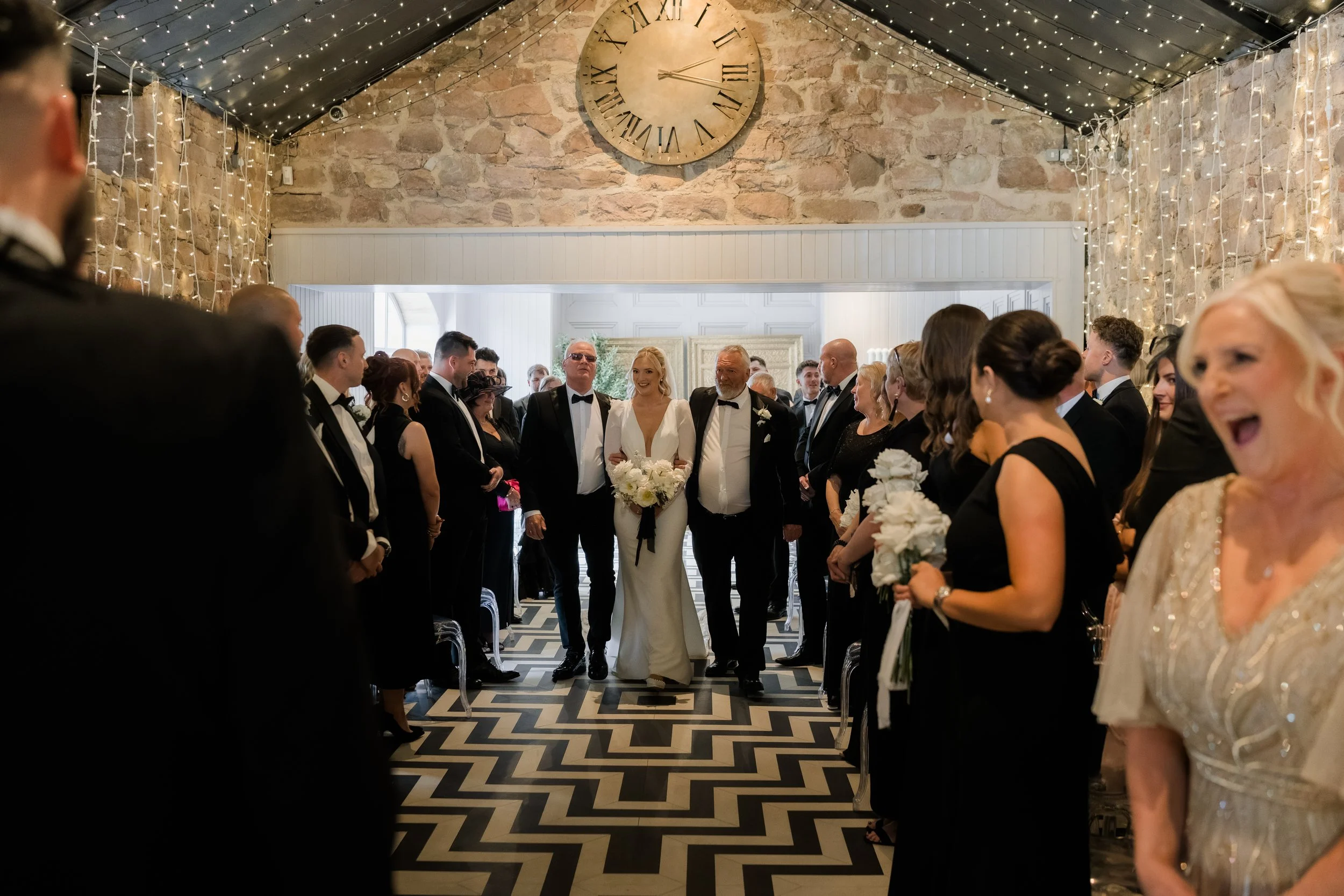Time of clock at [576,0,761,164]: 2:18
